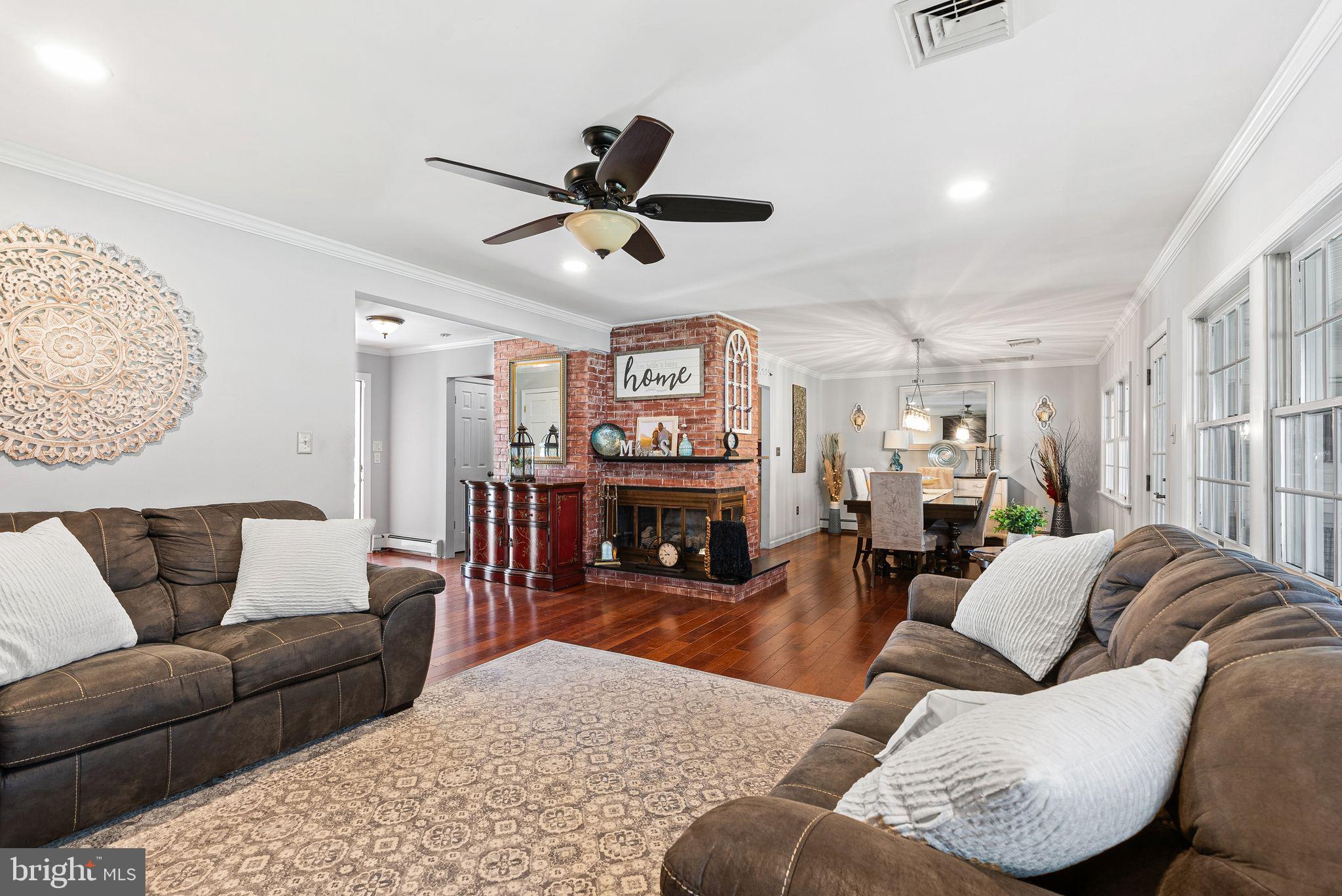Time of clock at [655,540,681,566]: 8:51
